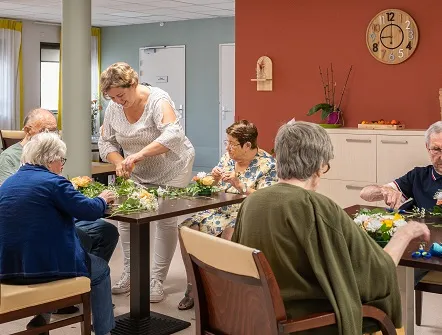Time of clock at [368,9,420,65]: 9:00
